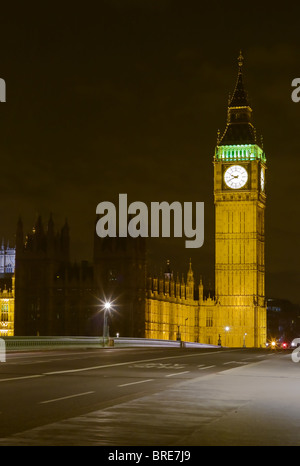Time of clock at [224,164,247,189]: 9:41
